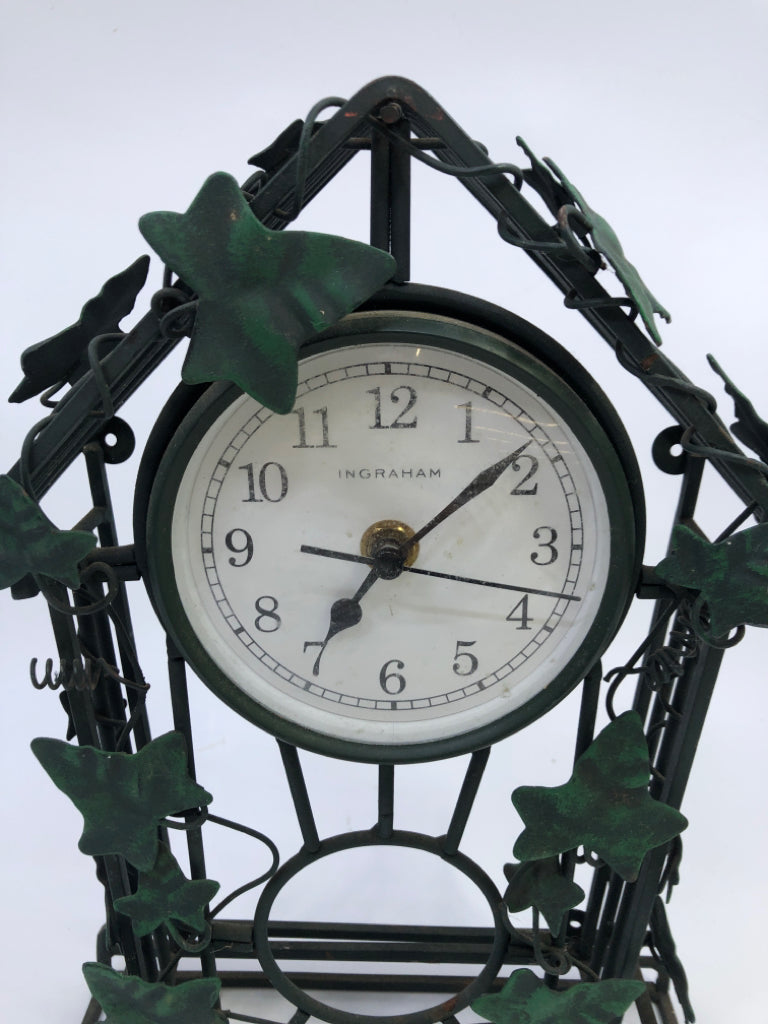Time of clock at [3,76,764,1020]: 7:08
